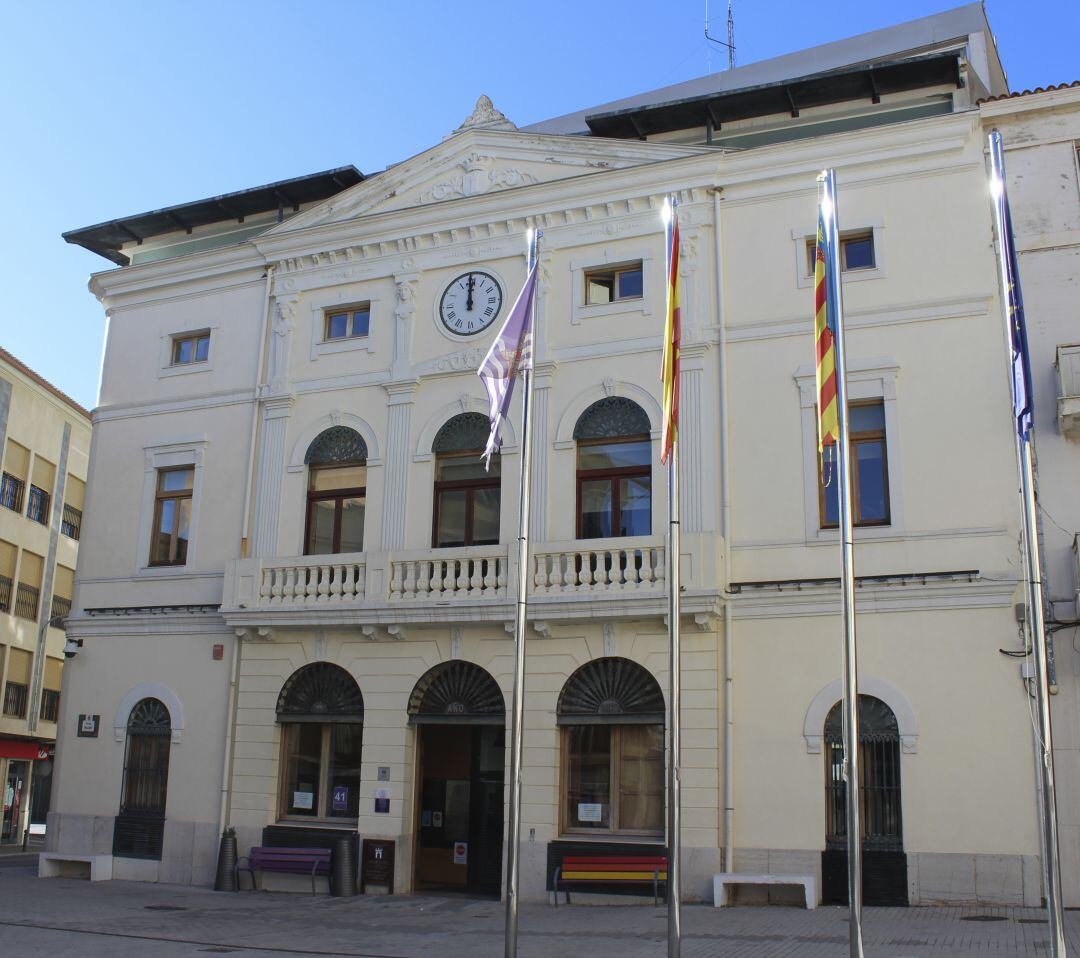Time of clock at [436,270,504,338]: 11:59
